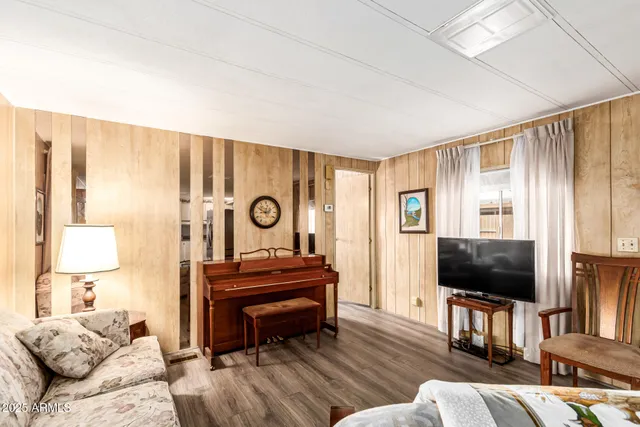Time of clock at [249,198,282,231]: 8:49
